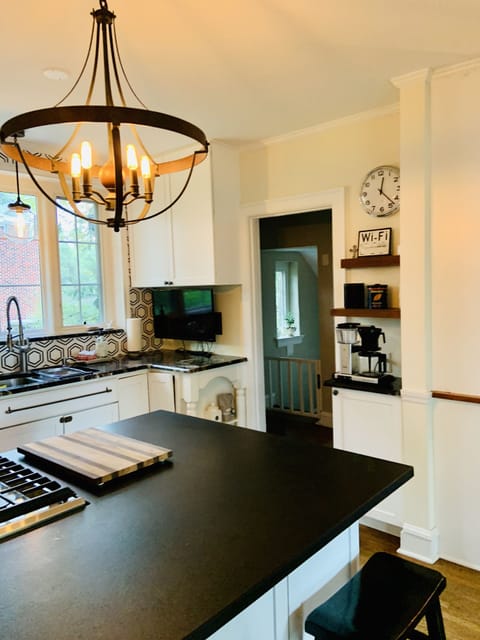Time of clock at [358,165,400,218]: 12:22
